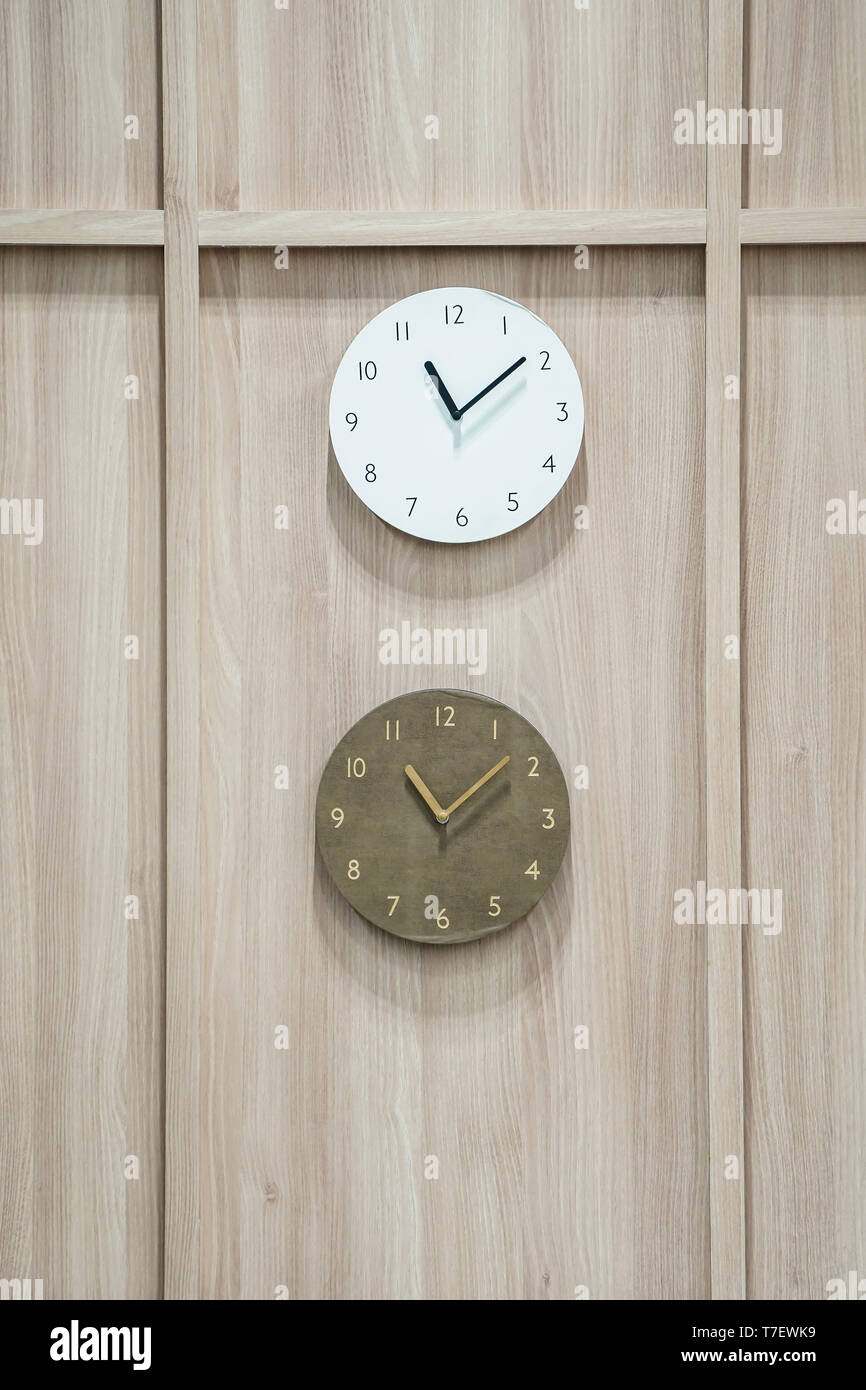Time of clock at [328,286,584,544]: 11:08
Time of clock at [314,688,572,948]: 11:08
